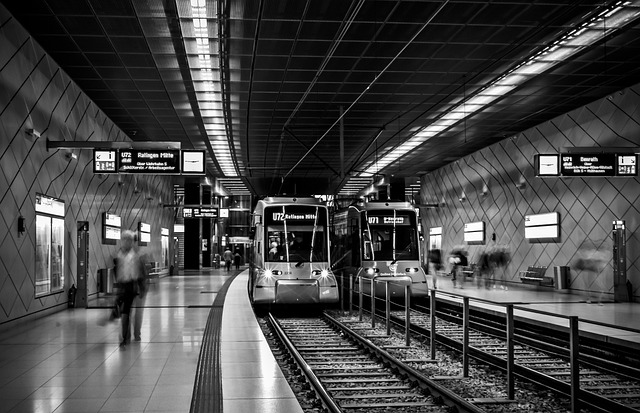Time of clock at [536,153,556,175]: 2:45
